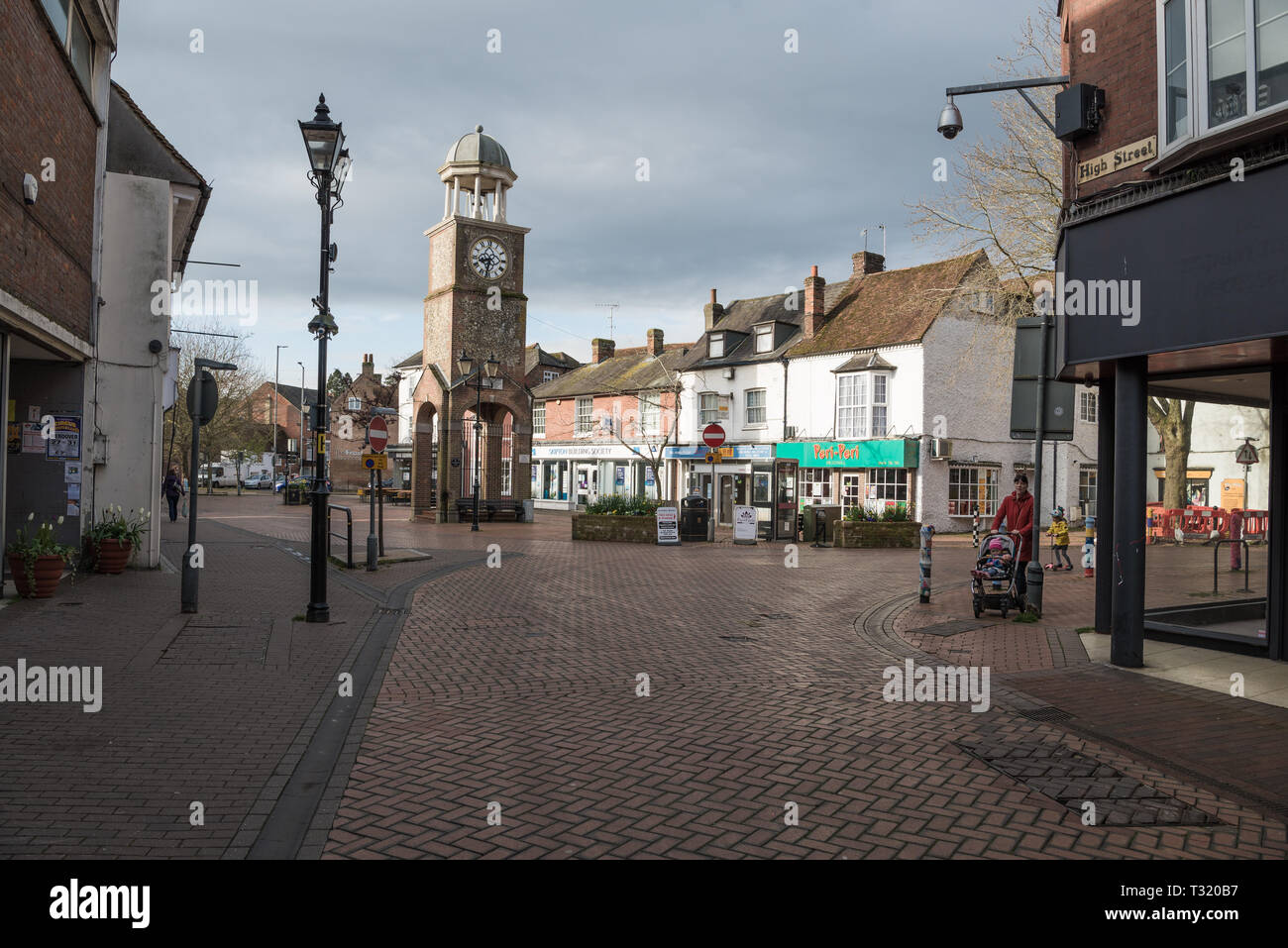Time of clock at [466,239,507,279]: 8:32
